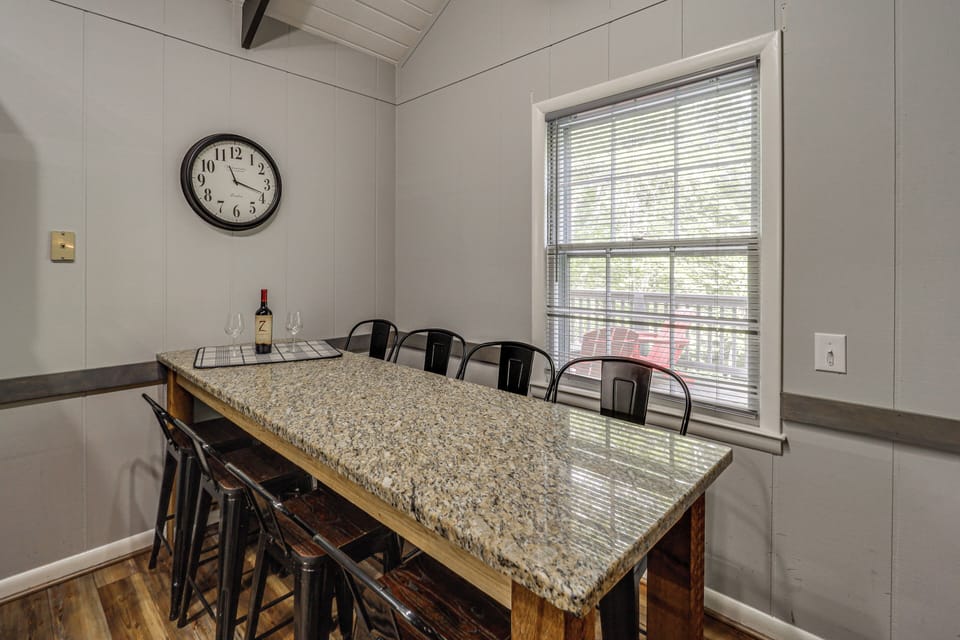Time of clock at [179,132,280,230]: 11:18
